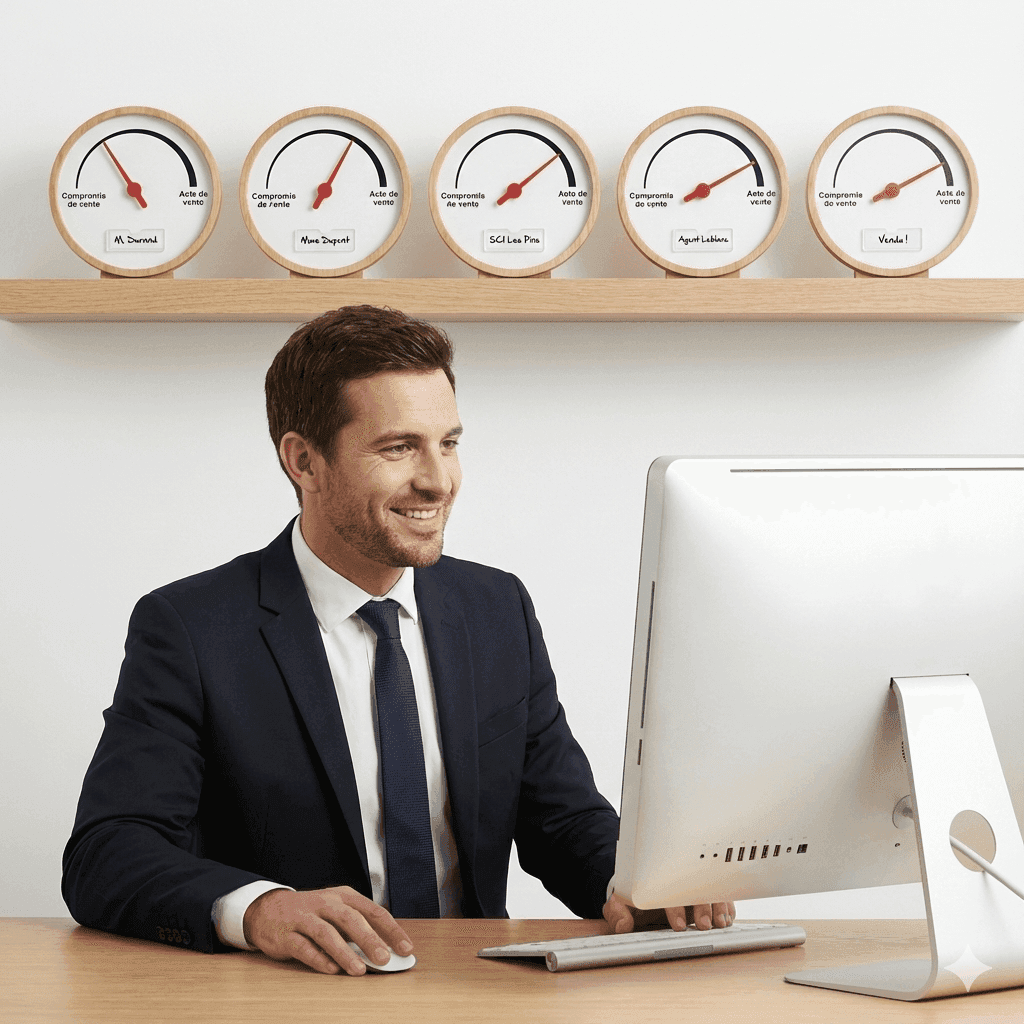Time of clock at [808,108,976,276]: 2:10
